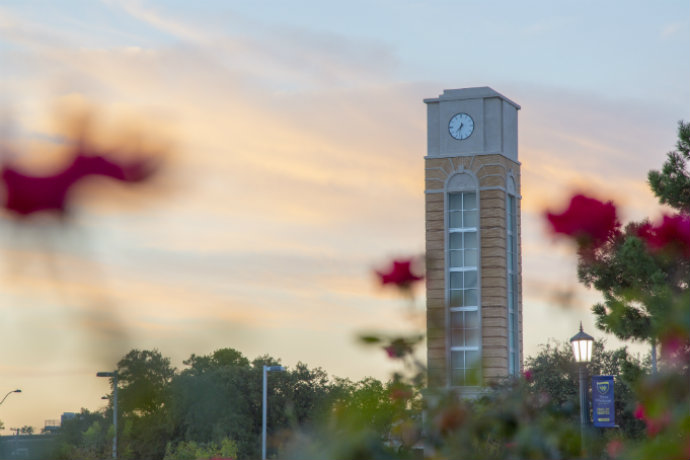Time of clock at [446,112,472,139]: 7:32
